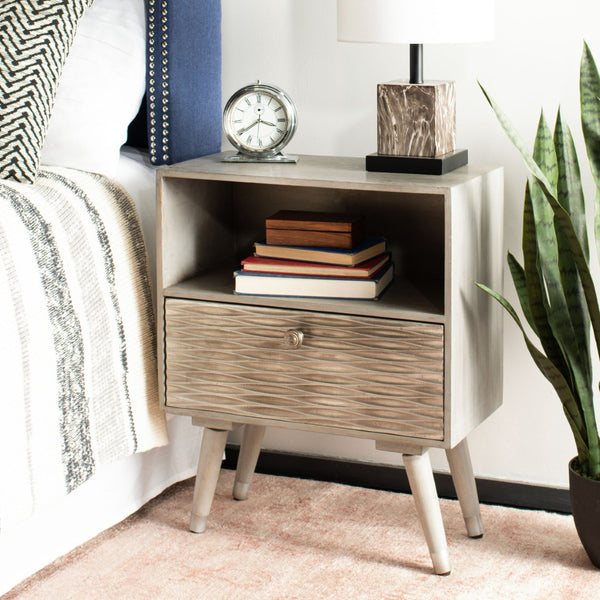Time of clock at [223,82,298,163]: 3:39
